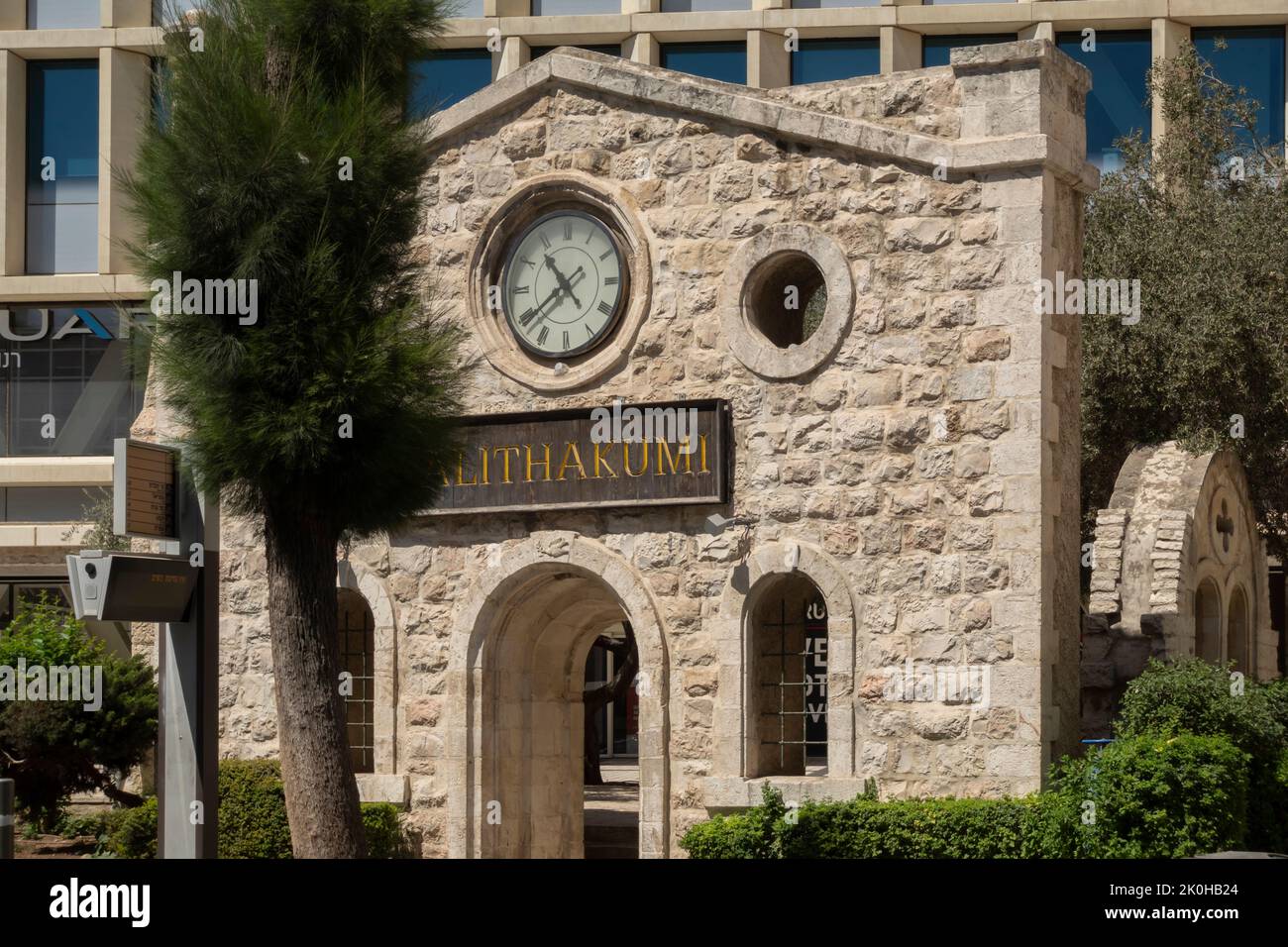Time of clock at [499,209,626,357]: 10:38
